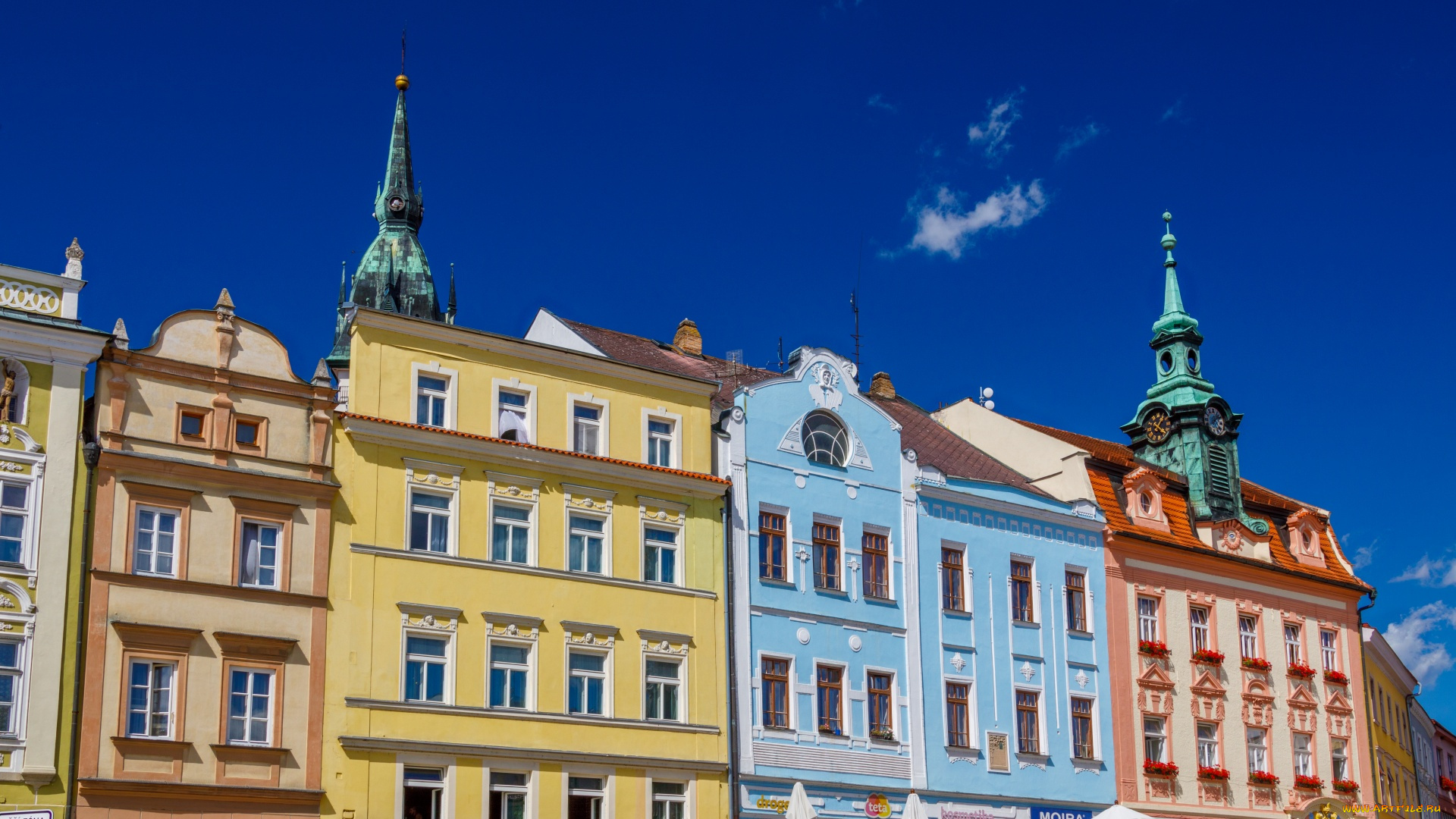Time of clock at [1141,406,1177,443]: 1:20
